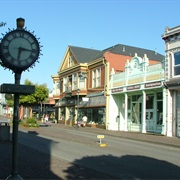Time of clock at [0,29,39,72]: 6:16
